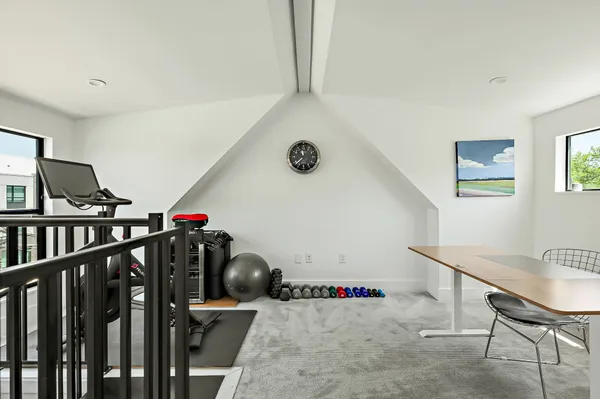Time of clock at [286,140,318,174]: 11:37
